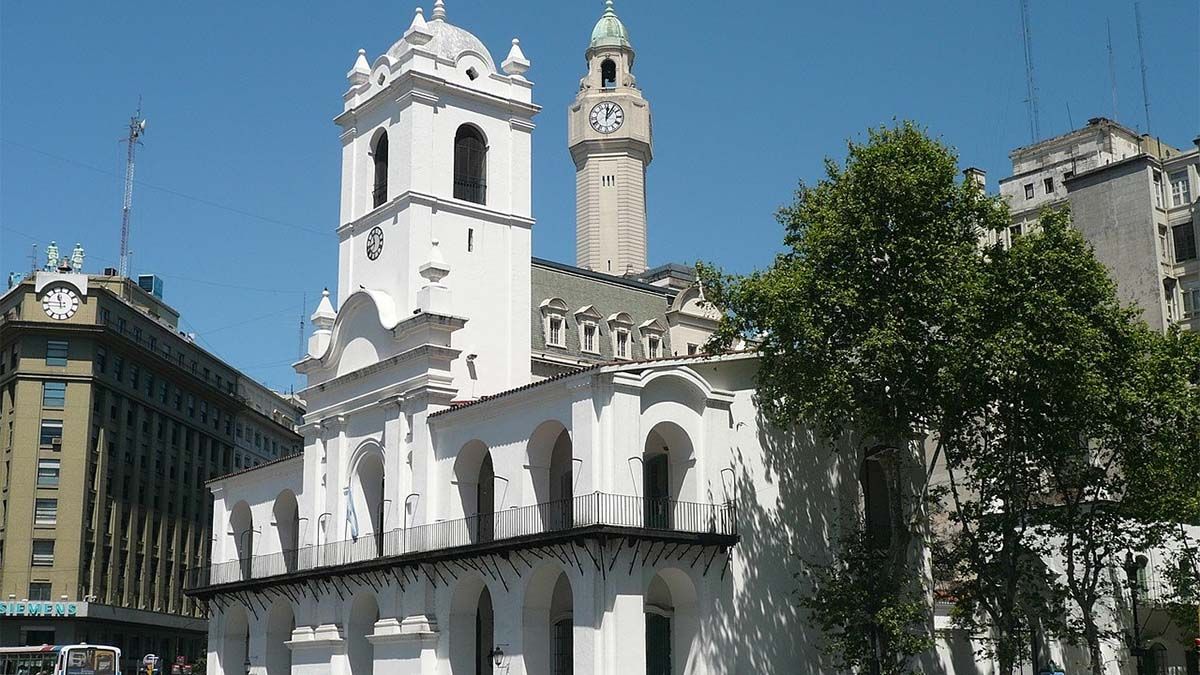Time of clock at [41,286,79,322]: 11:45
